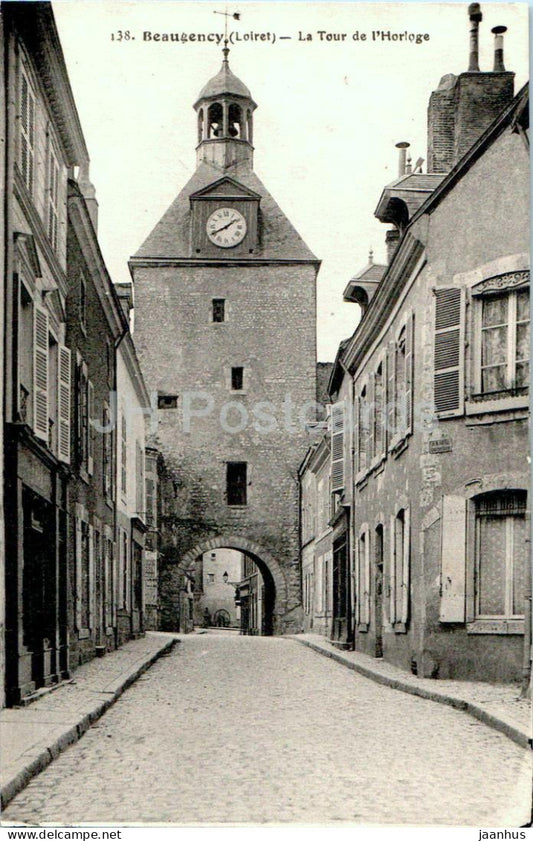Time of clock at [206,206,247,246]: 1:40
